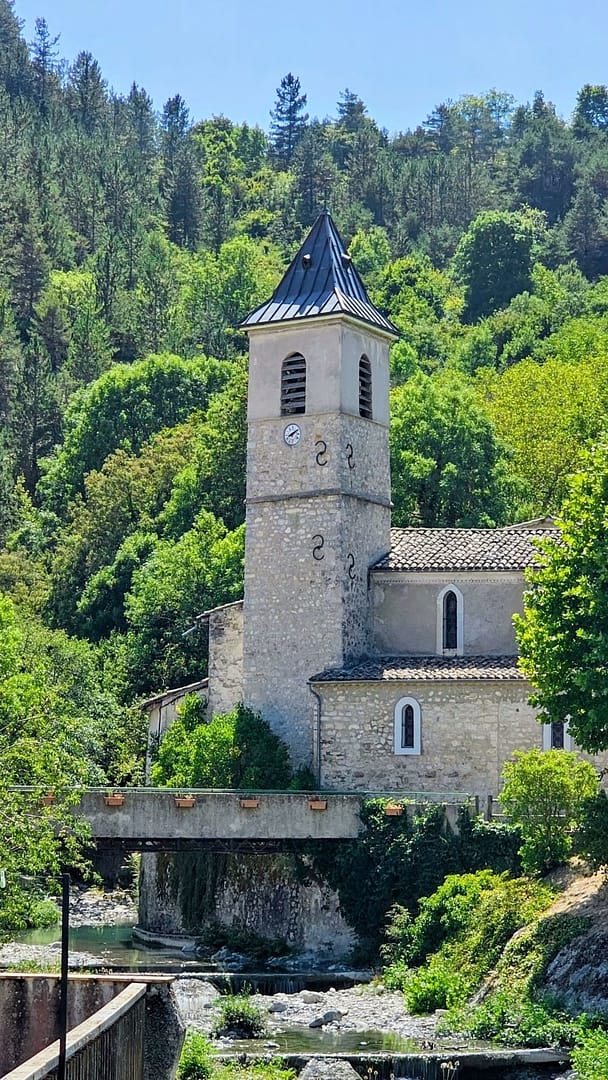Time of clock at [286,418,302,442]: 8:09
